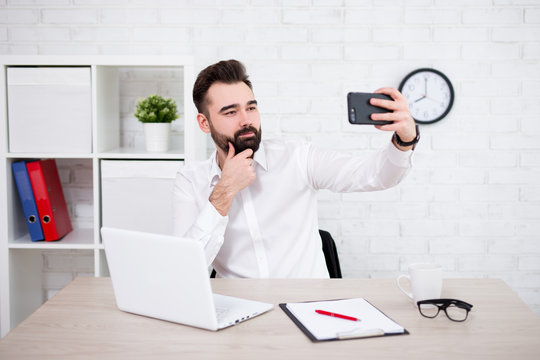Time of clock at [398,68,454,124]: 8:00
